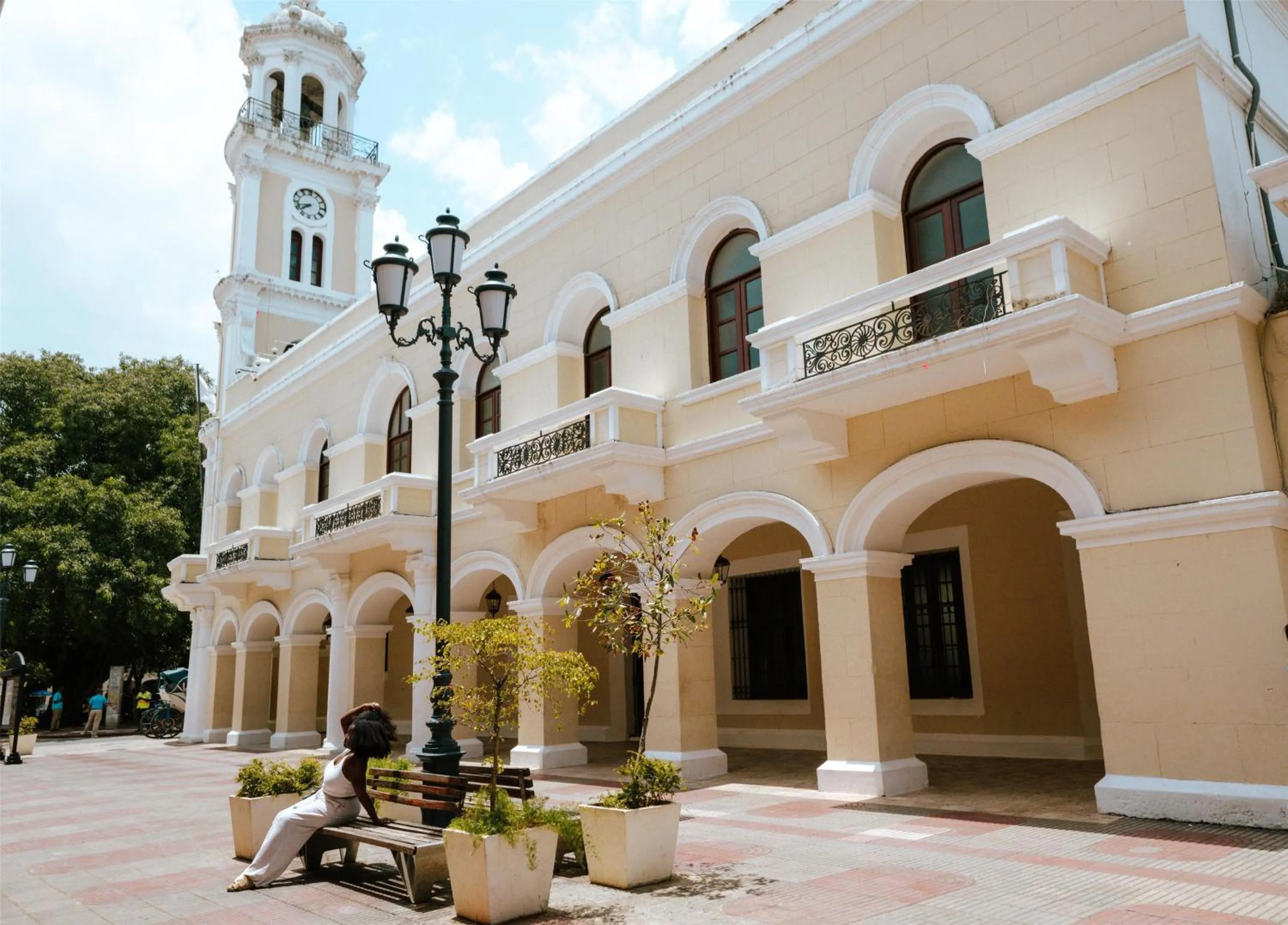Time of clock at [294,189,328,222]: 7:42
